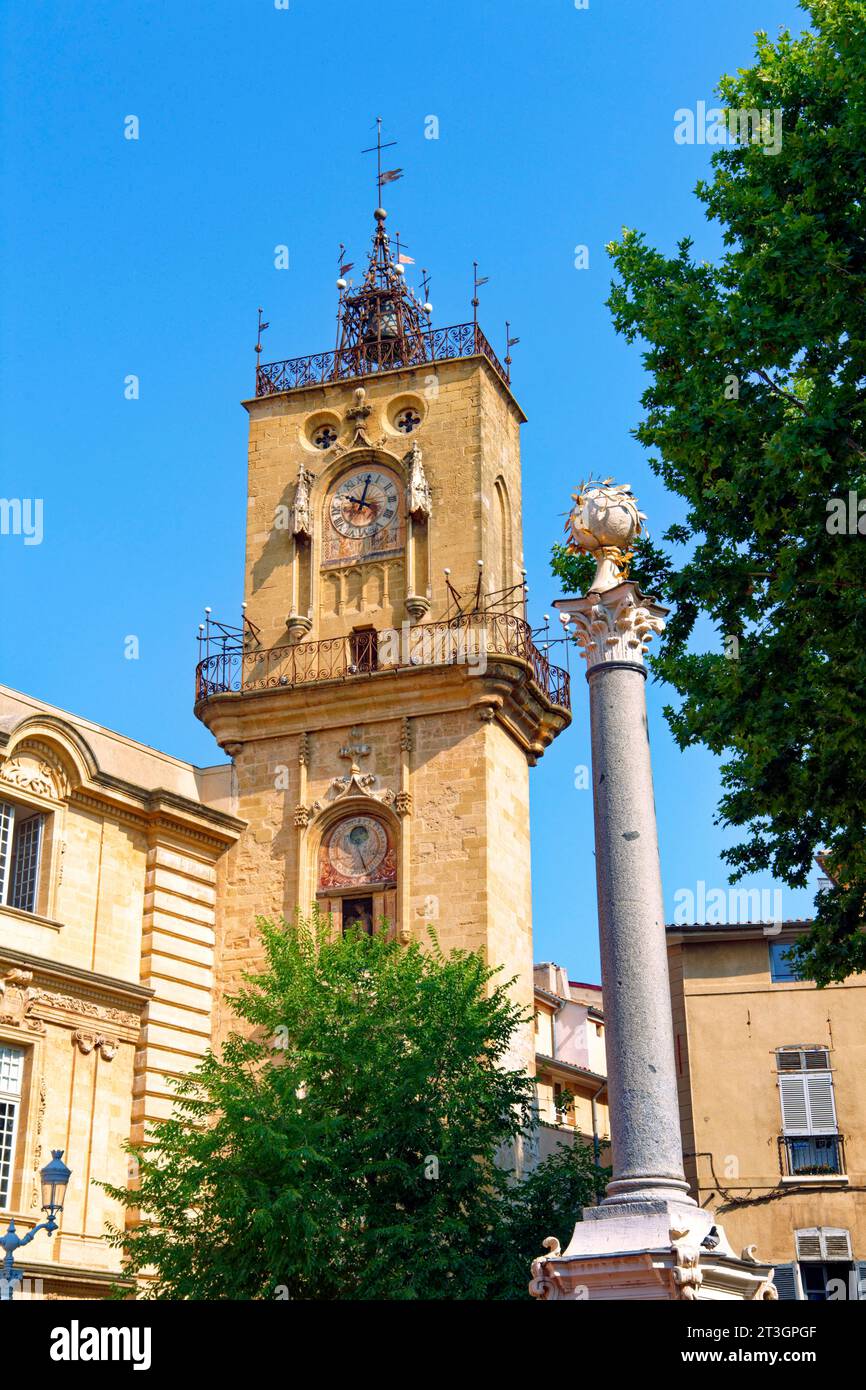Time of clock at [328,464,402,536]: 10:02
